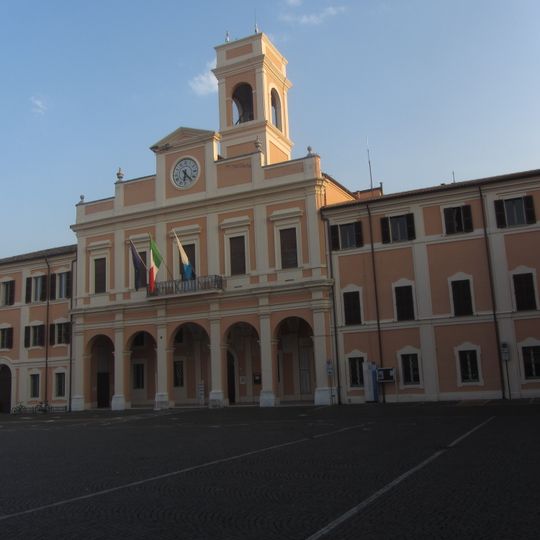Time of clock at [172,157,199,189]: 6:23
